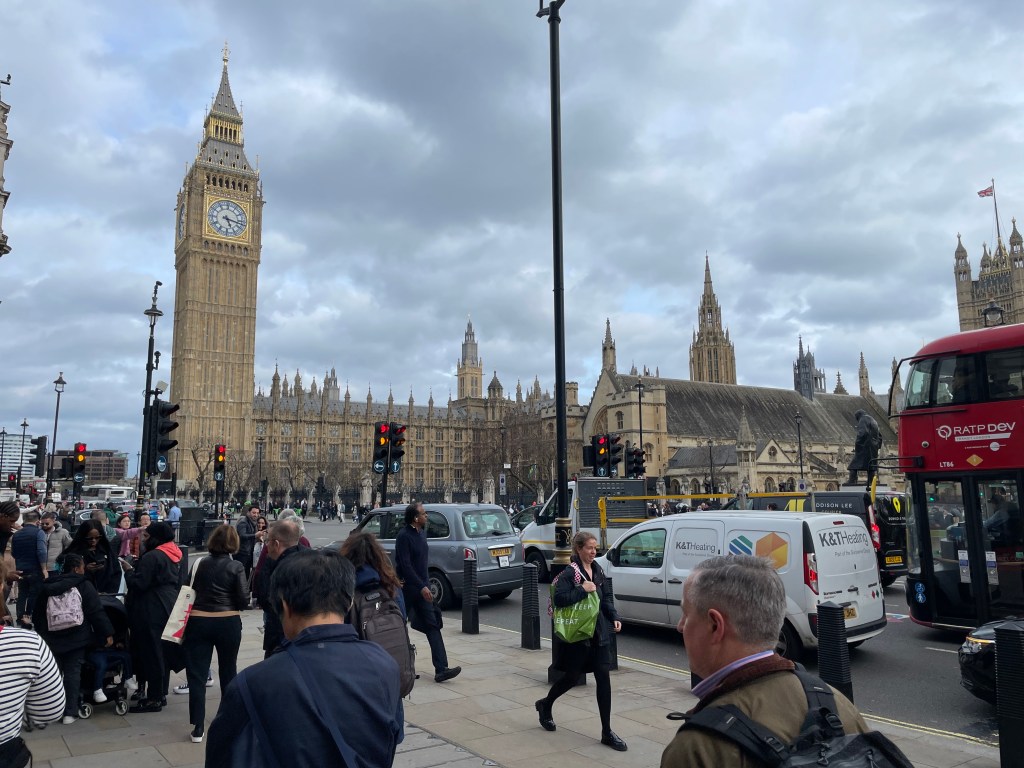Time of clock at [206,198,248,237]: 5:17
